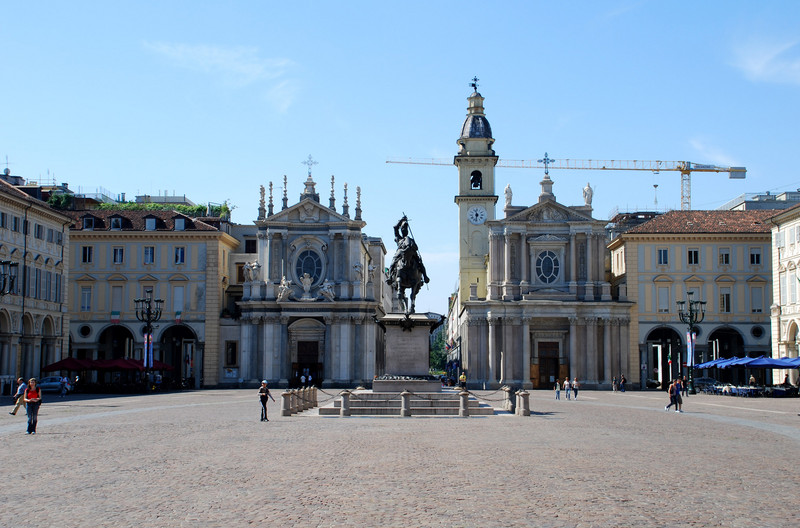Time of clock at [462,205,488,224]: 11:32
